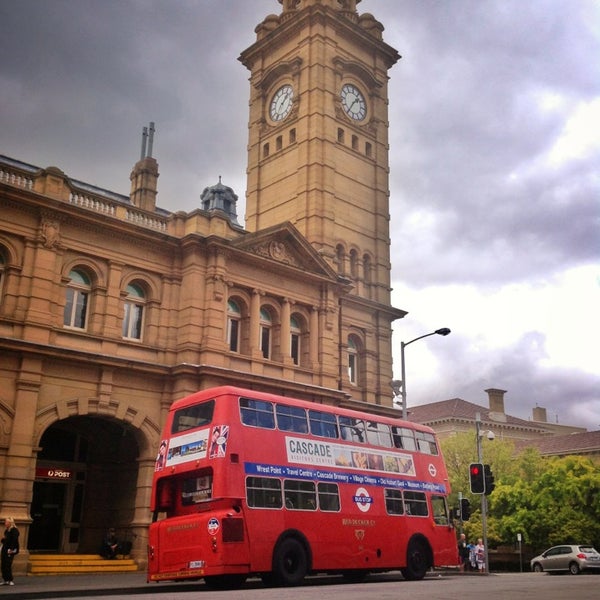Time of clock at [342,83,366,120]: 1:35
